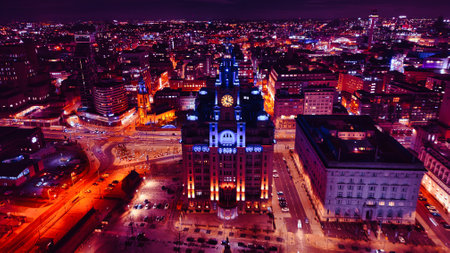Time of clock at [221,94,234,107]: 12:19
